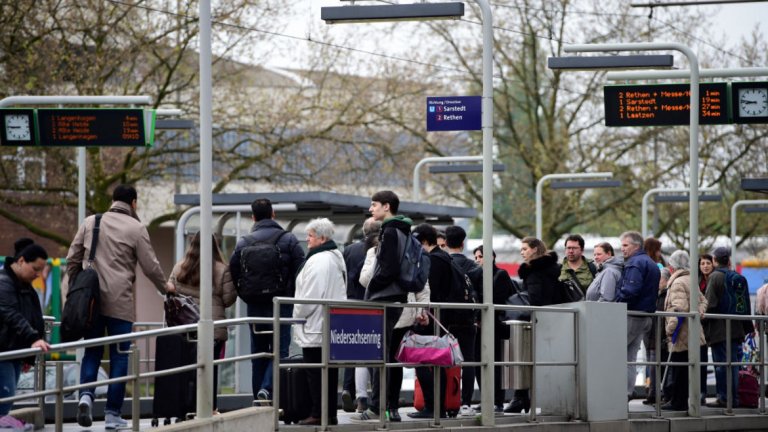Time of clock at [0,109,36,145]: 8:45
